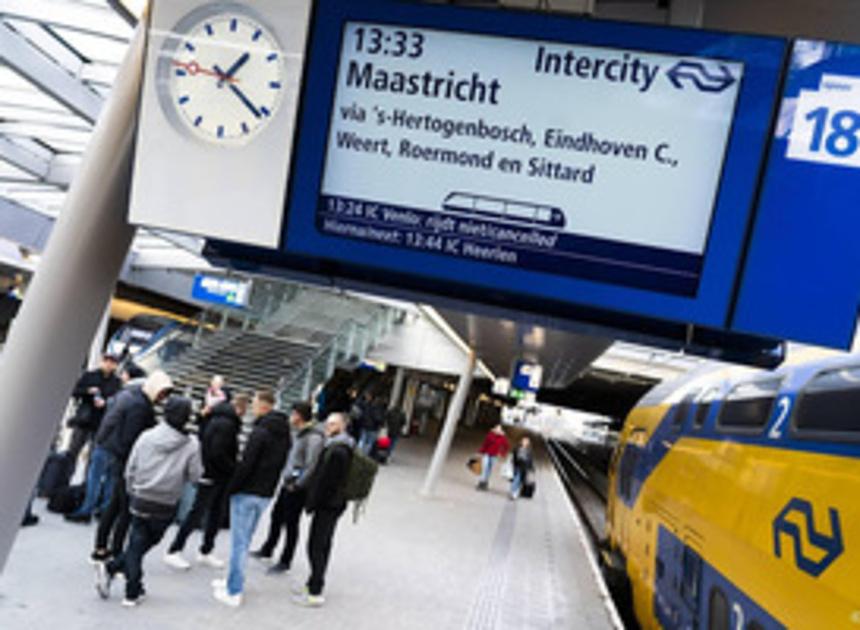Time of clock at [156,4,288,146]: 1:21
